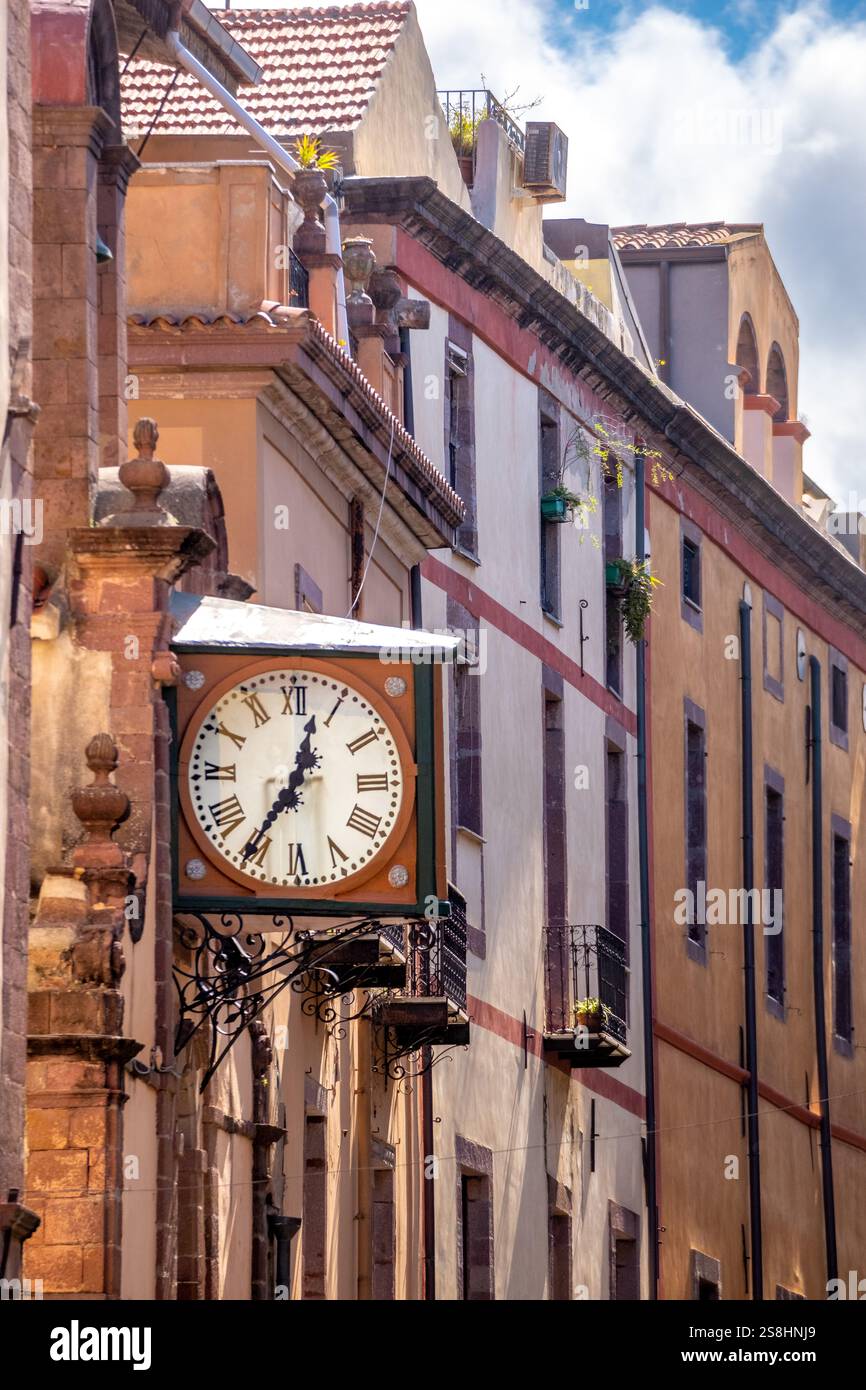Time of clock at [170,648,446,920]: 12:35
